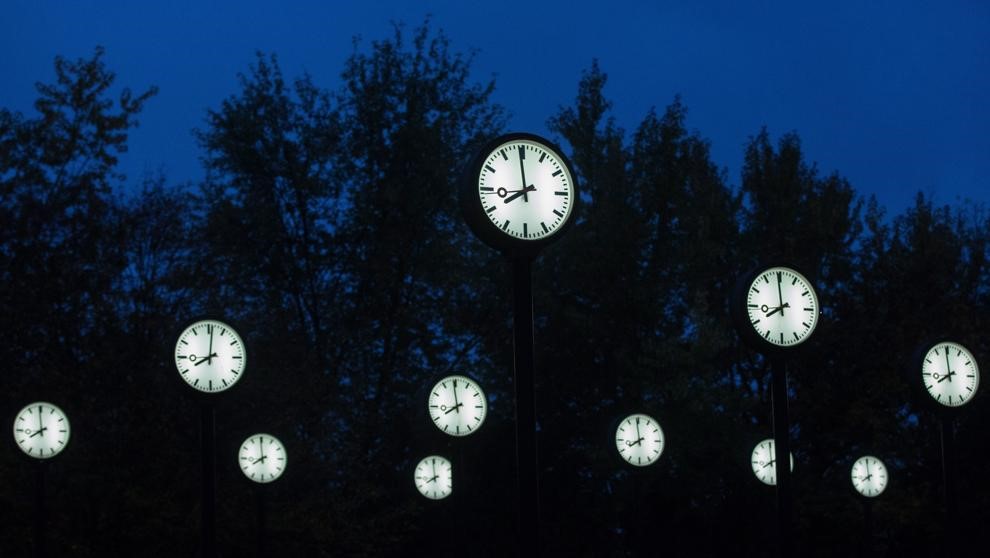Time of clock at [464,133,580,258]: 7:59
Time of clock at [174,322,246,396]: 8:01
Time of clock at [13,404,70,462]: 7:59
